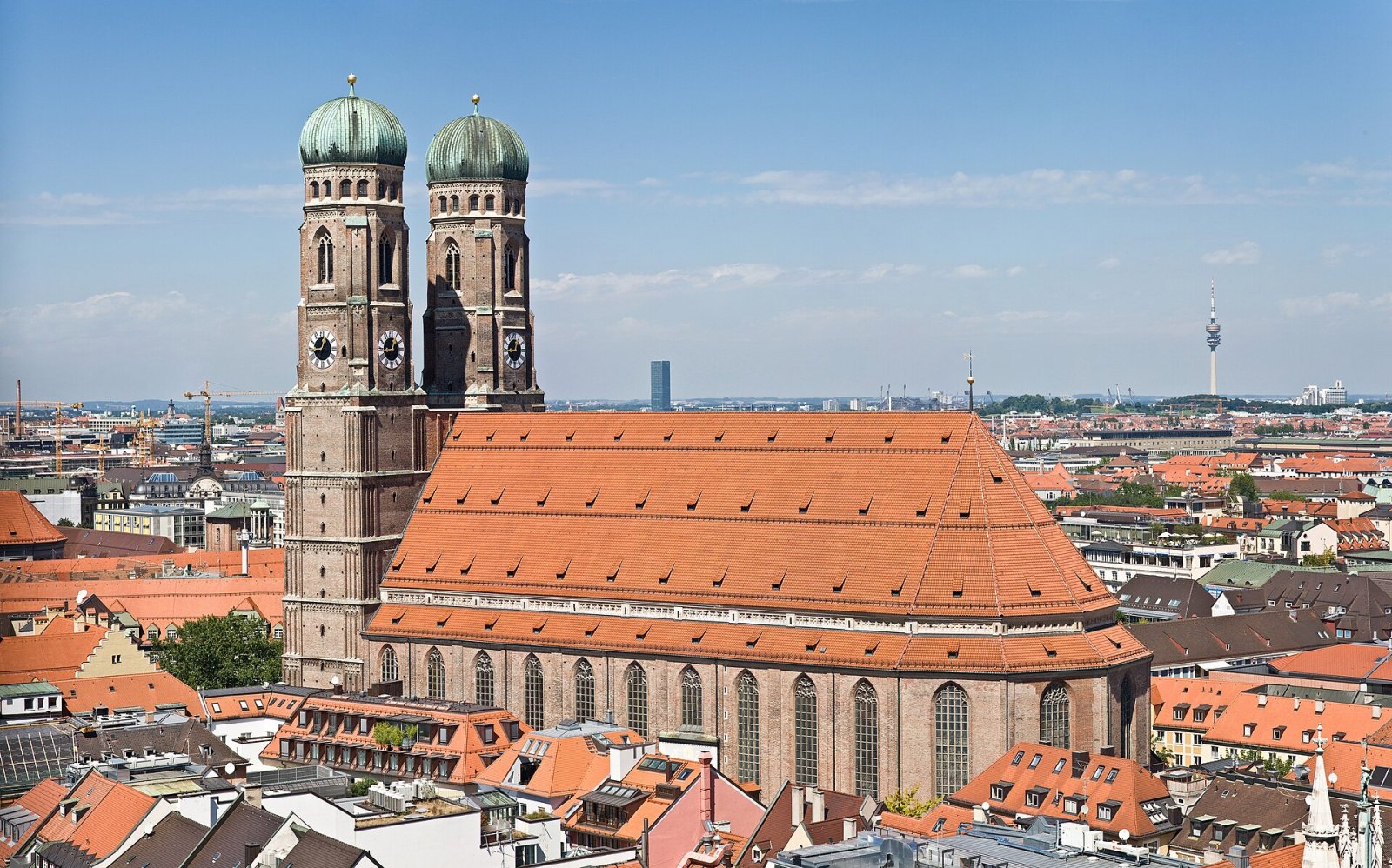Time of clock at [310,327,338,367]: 12:44
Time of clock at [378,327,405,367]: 12:44
